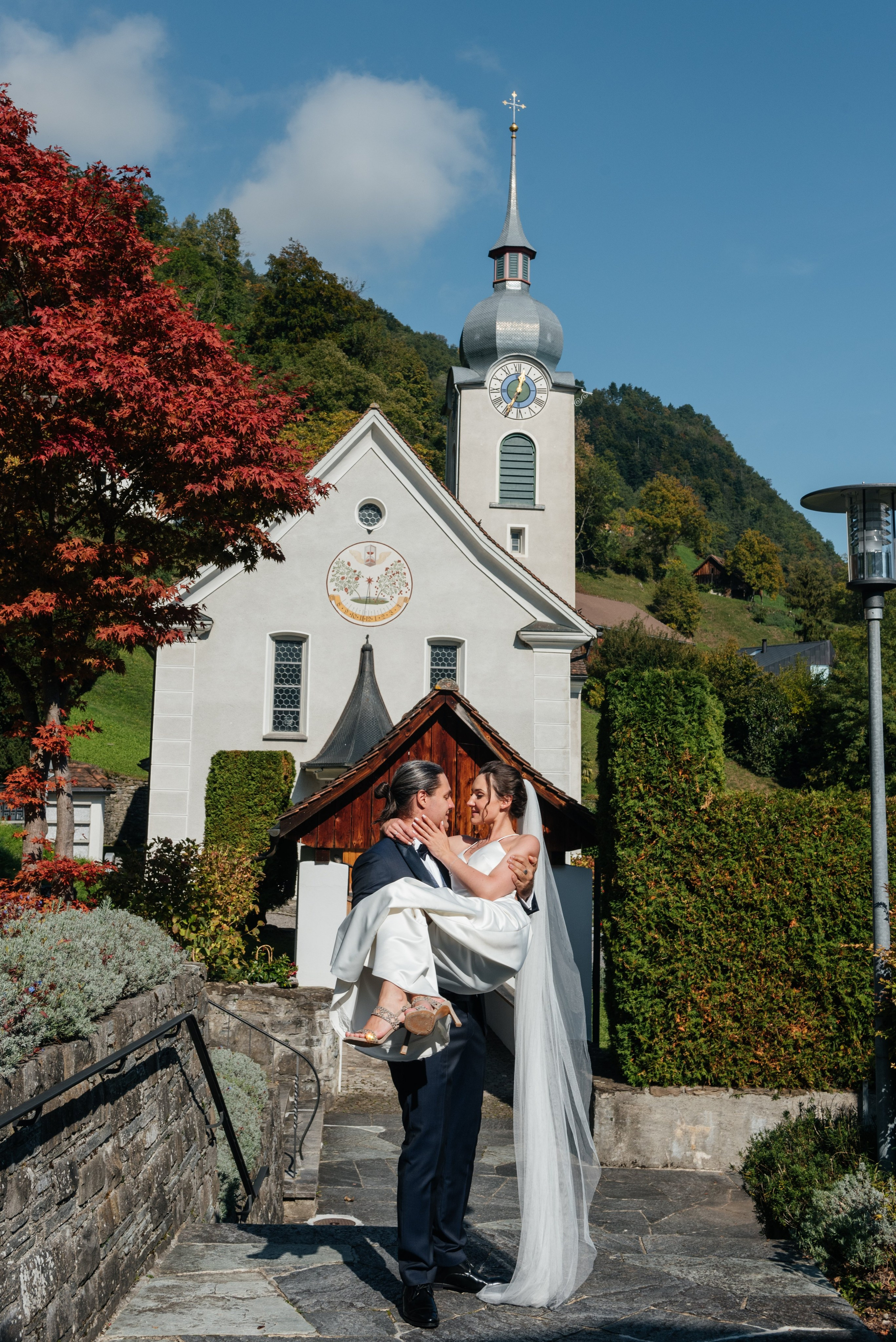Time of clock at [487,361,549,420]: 12:34
